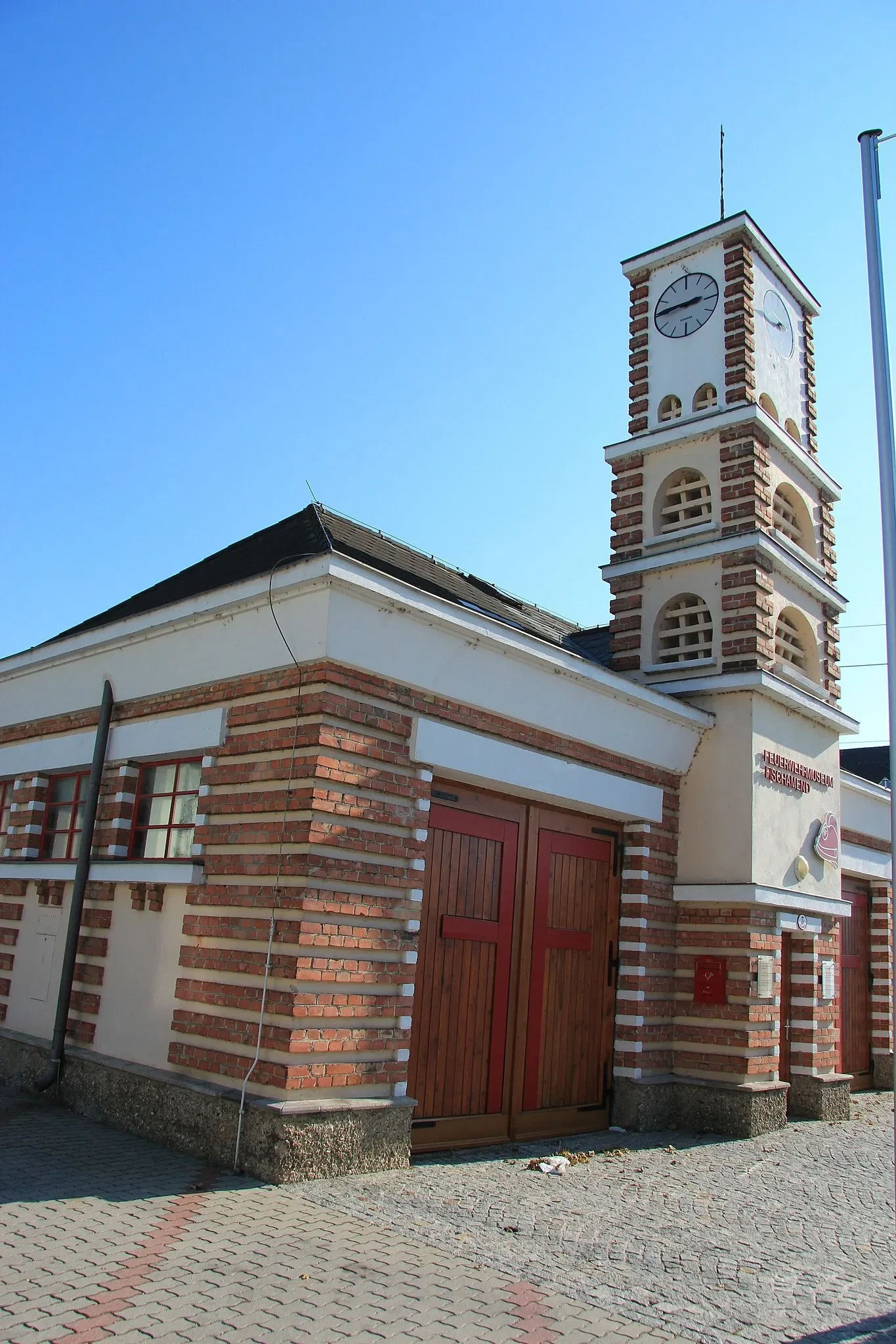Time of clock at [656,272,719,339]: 2:44
